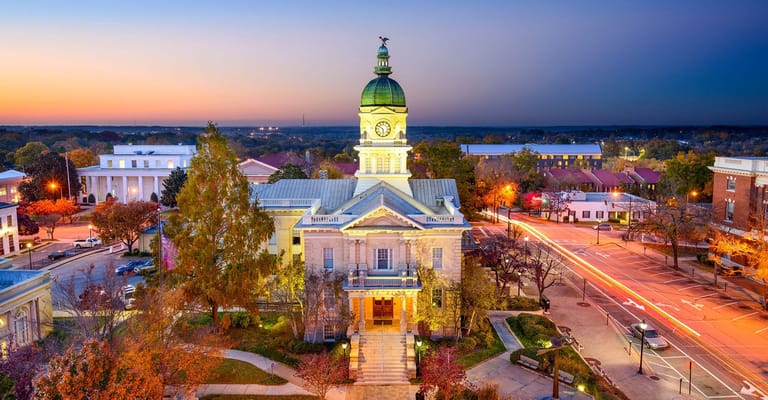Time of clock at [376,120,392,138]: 5:50
